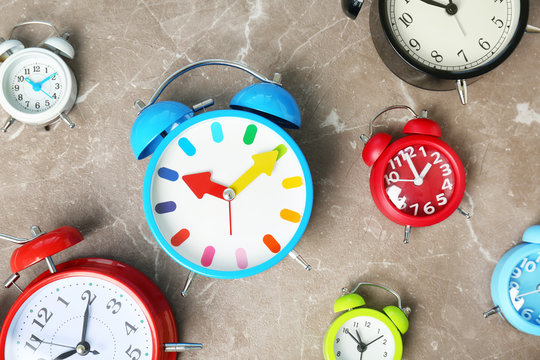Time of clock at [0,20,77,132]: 10:09
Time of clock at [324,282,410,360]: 10:07
